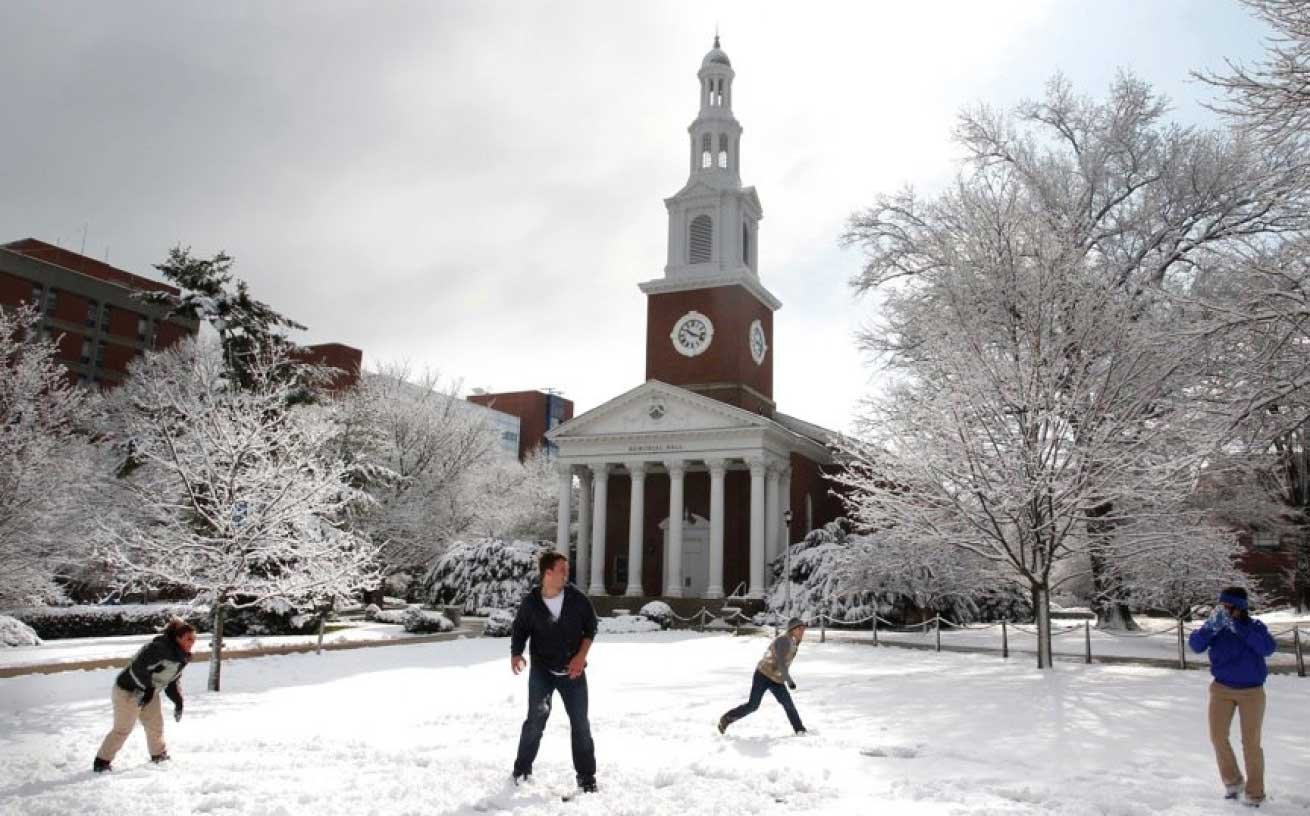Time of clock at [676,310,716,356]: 10:17
